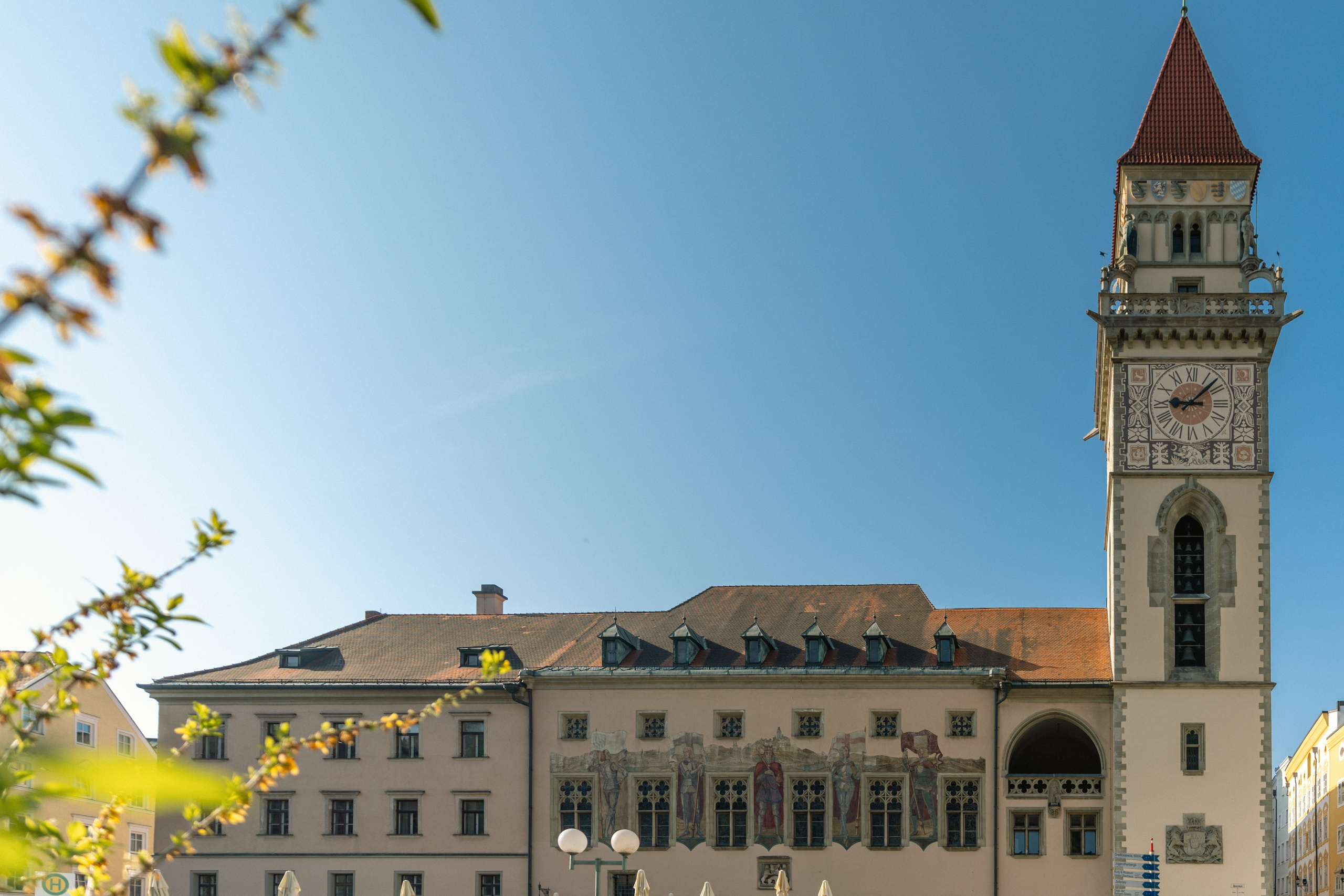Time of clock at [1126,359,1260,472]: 9:07
